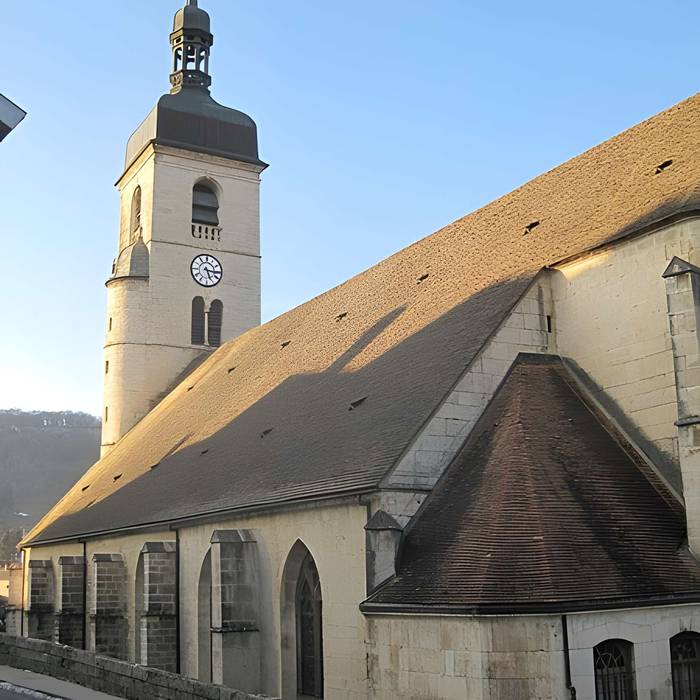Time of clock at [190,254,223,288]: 5:15
